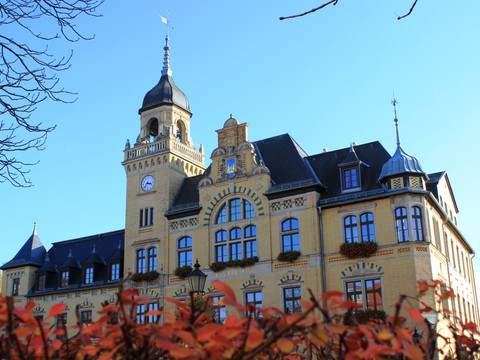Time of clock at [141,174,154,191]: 3:37
